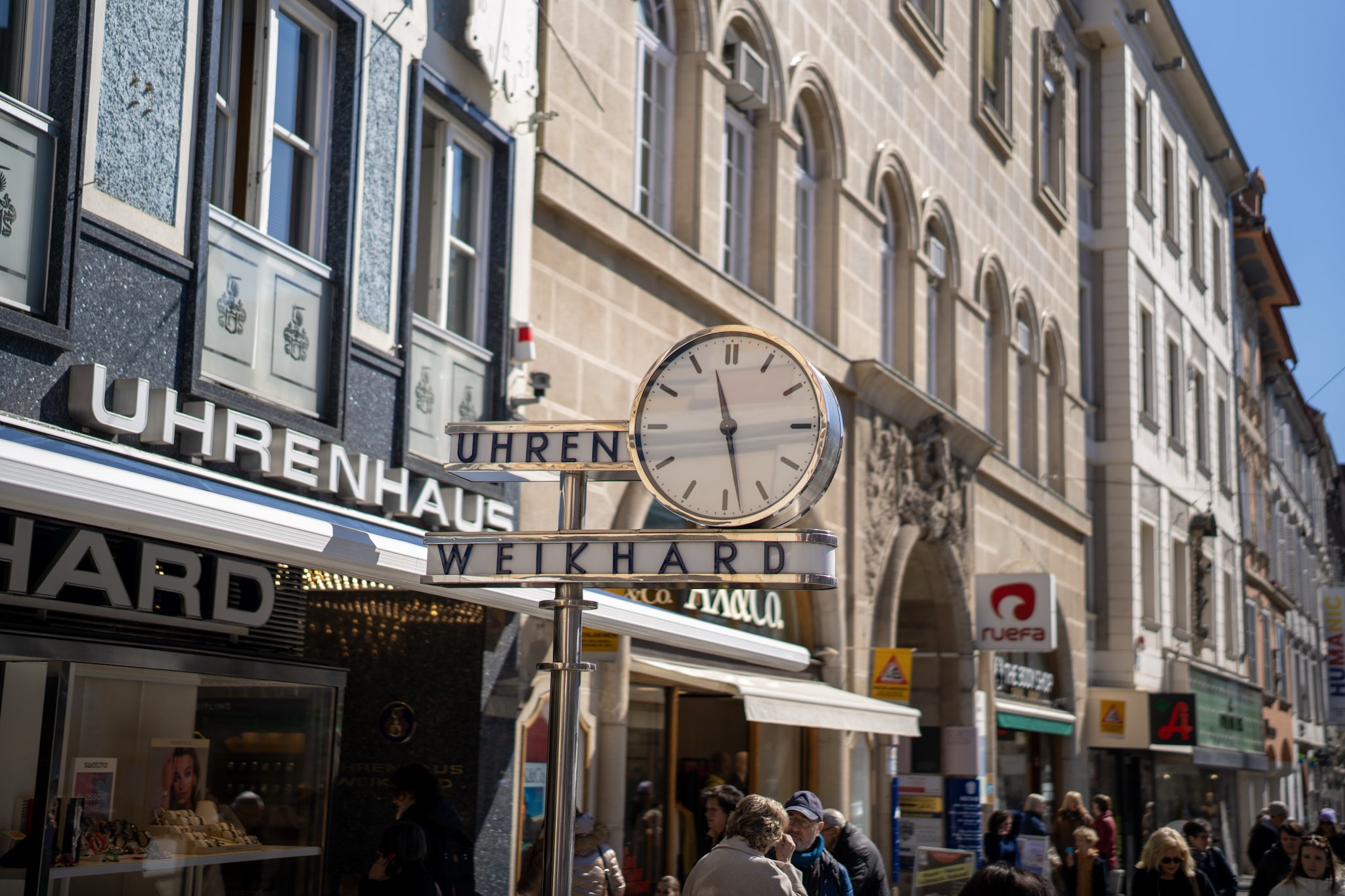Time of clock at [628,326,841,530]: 11:28
